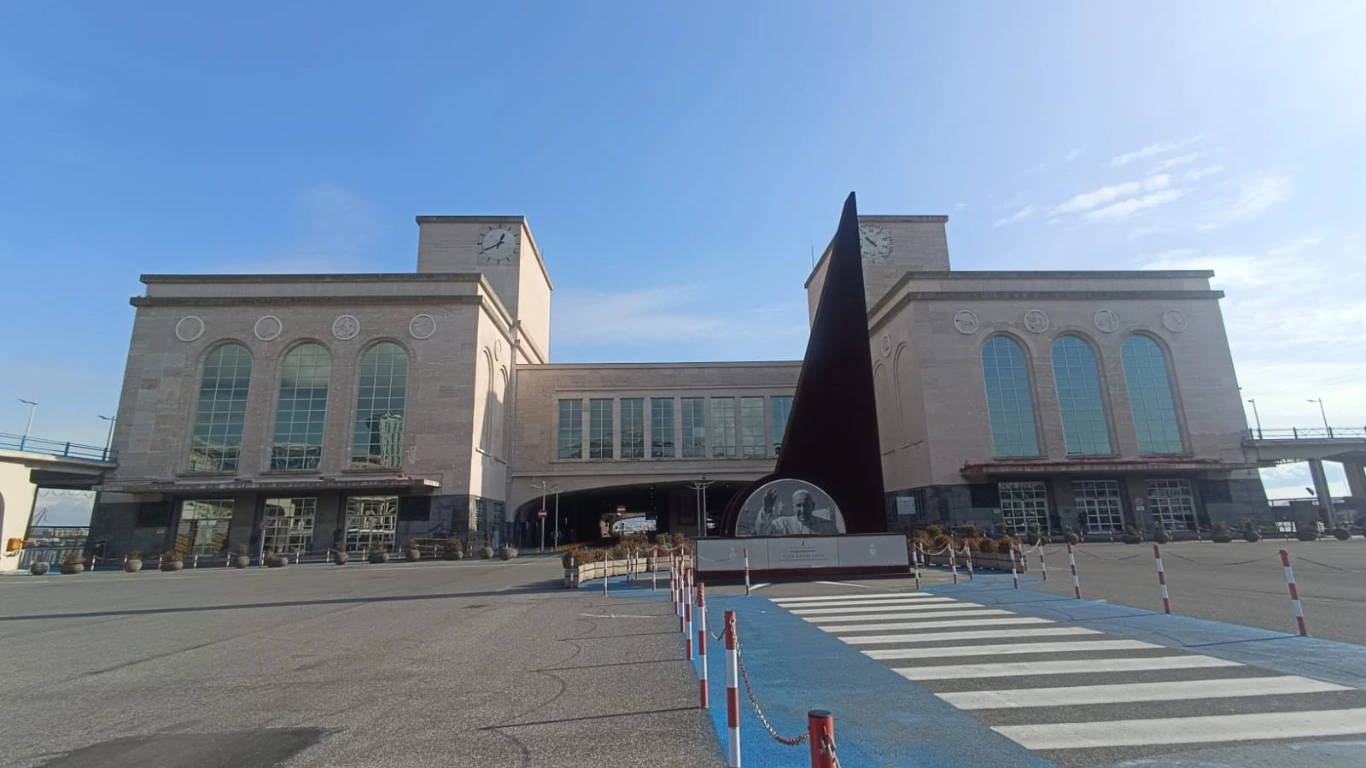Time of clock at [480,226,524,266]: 12:40
